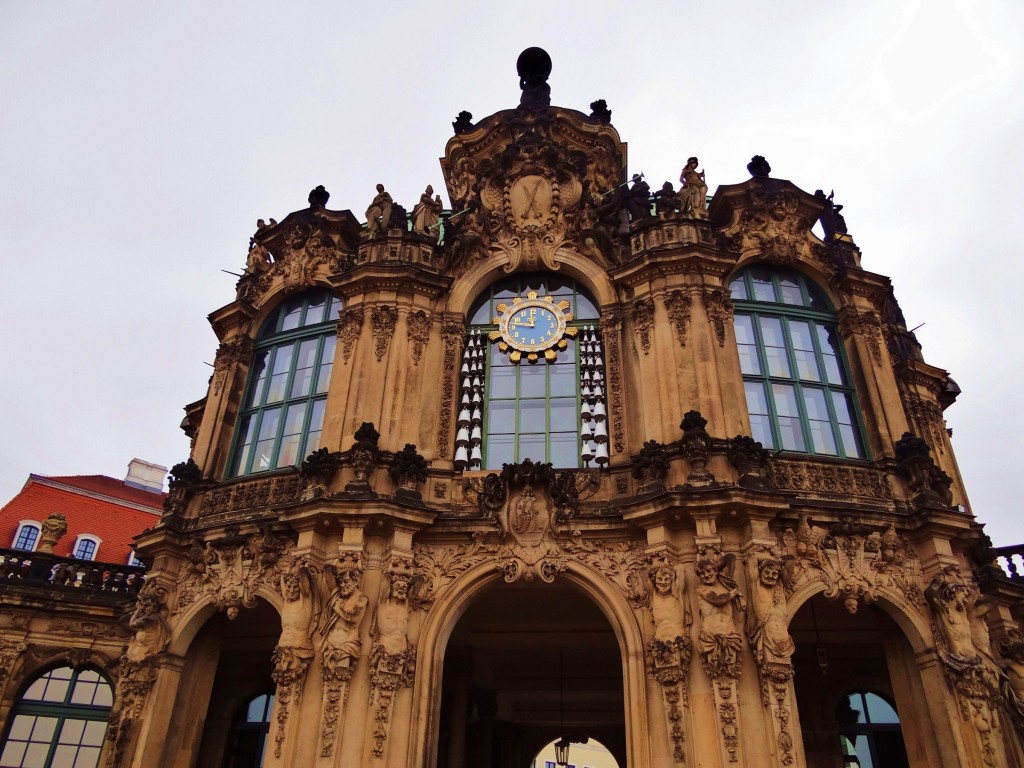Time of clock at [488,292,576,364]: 11:46
